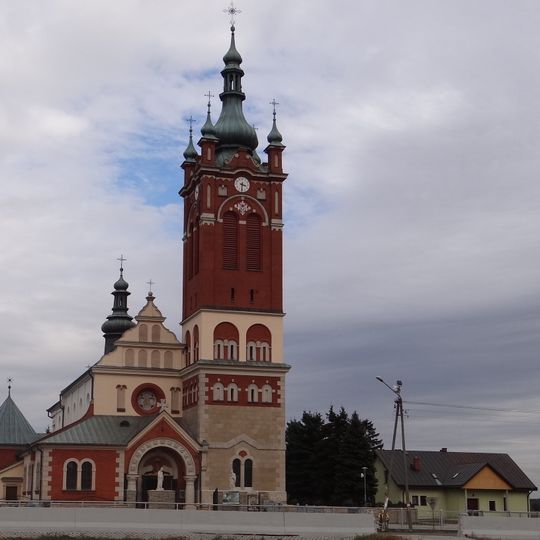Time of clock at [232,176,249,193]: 3:31
